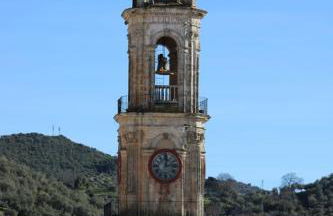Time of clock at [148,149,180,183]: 12:12
